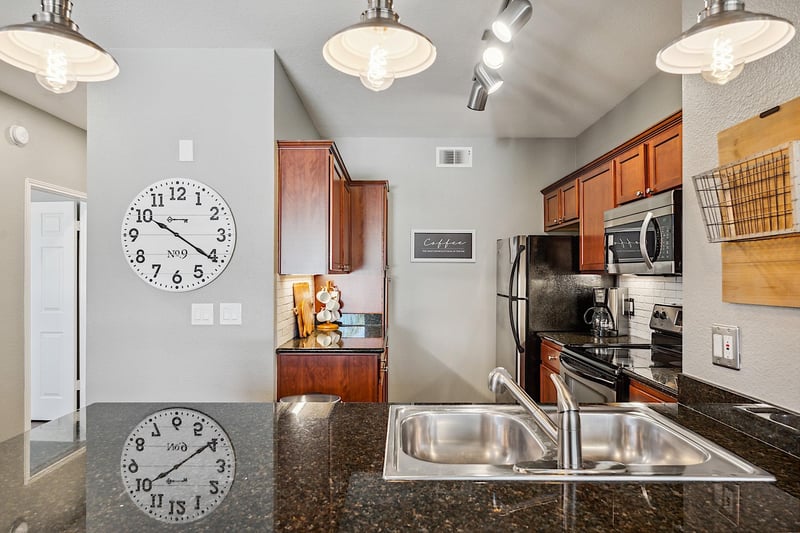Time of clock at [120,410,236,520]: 8:09
